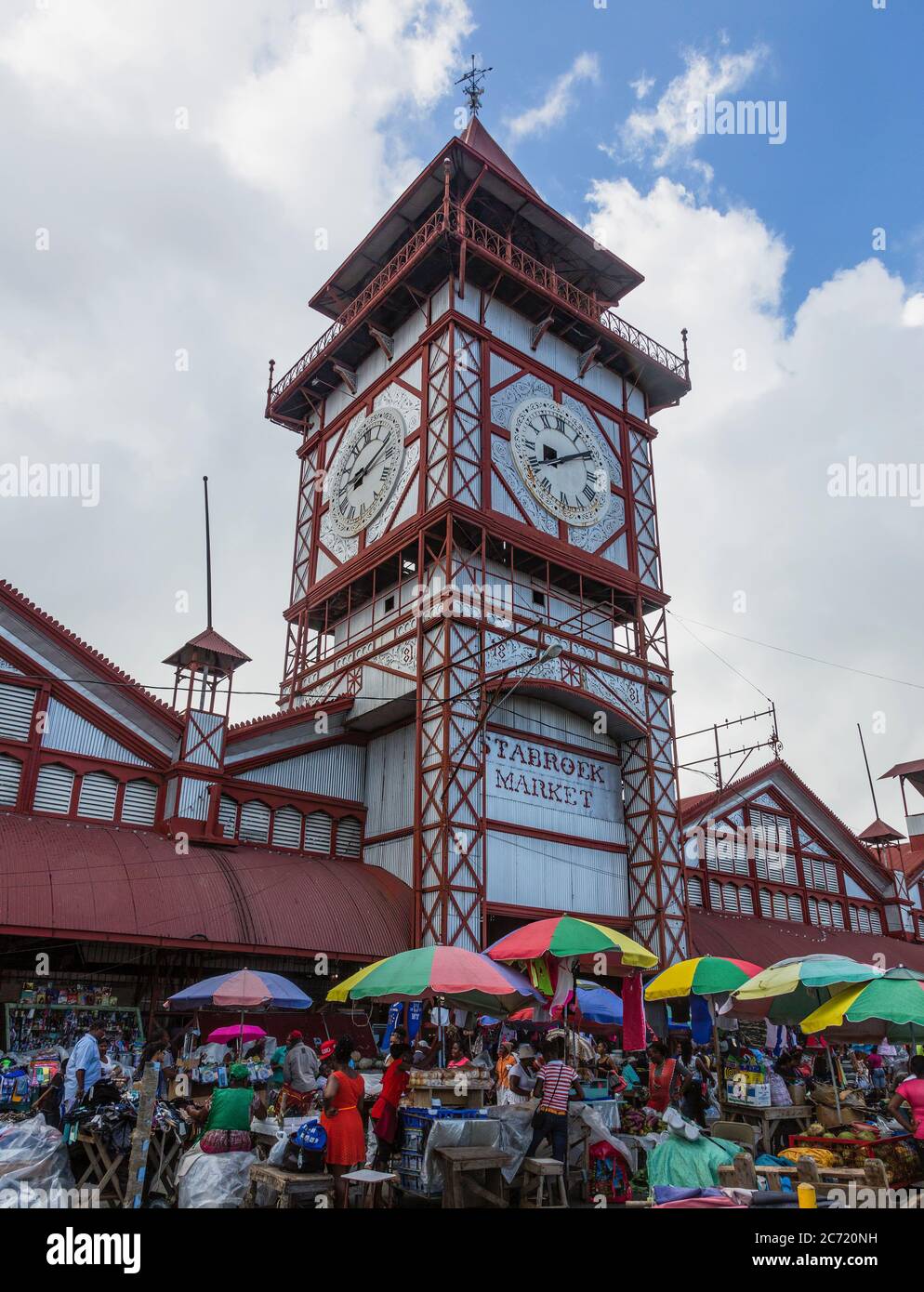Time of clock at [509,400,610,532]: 8:09
